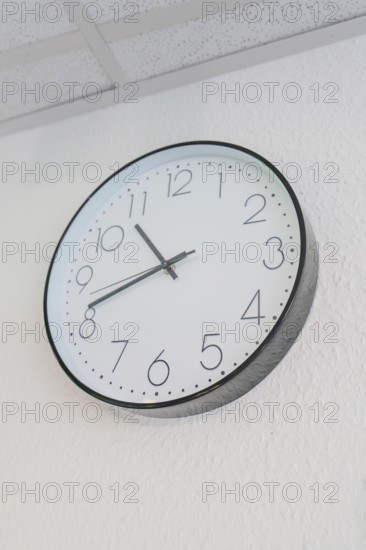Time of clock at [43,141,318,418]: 10:41
